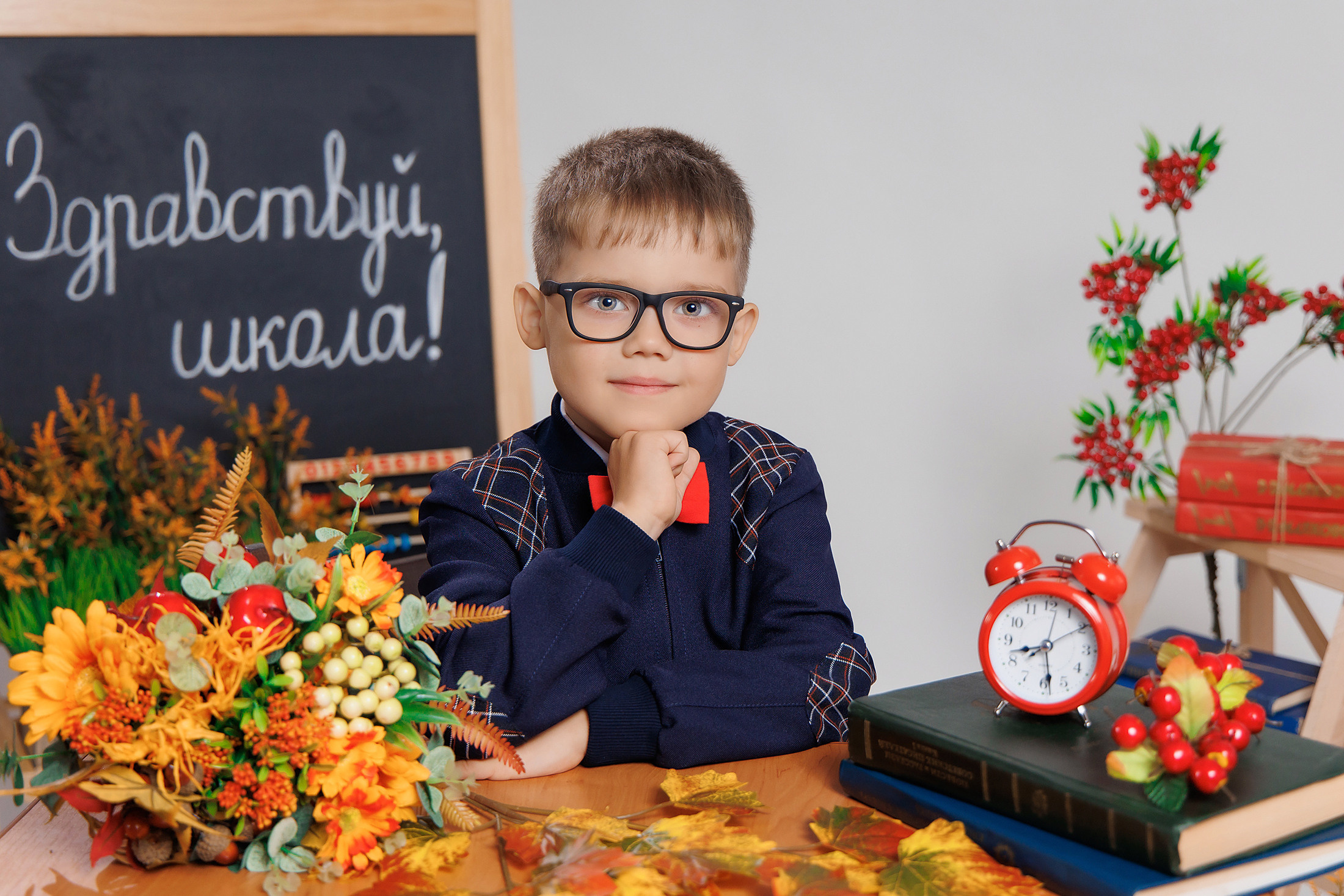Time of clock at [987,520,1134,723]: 8:28
